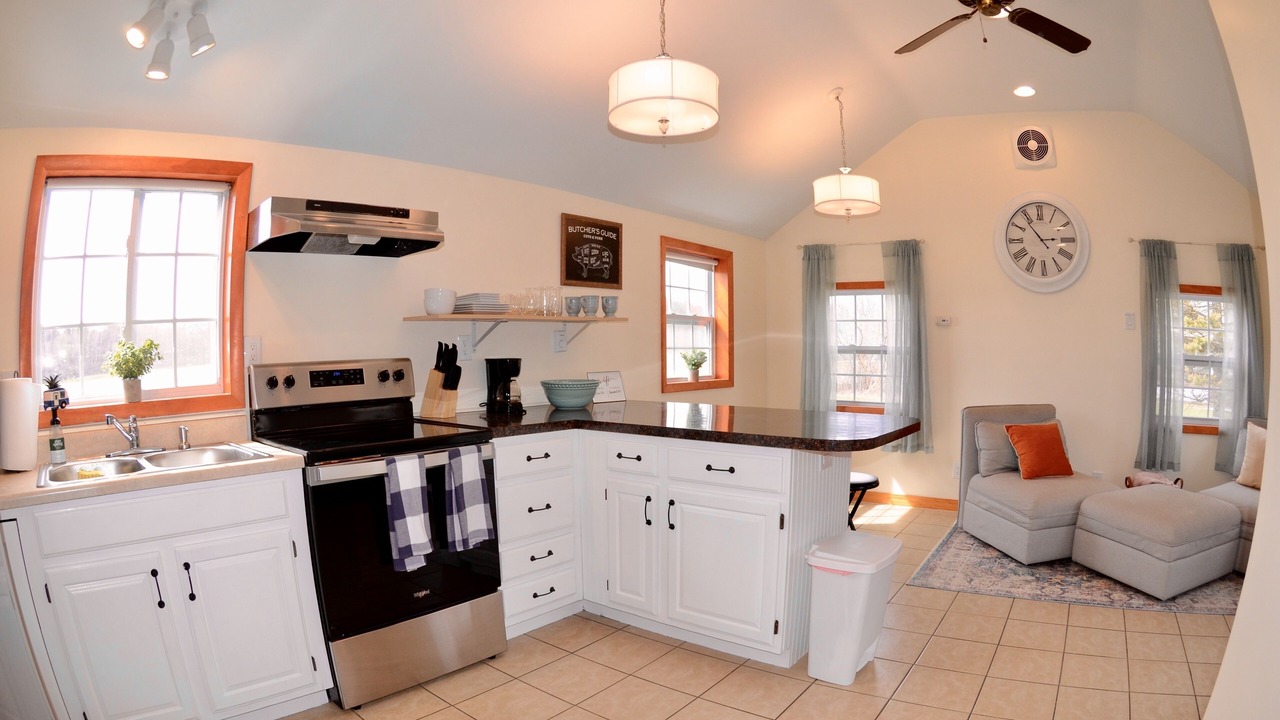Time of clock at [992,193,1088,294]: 2:53
